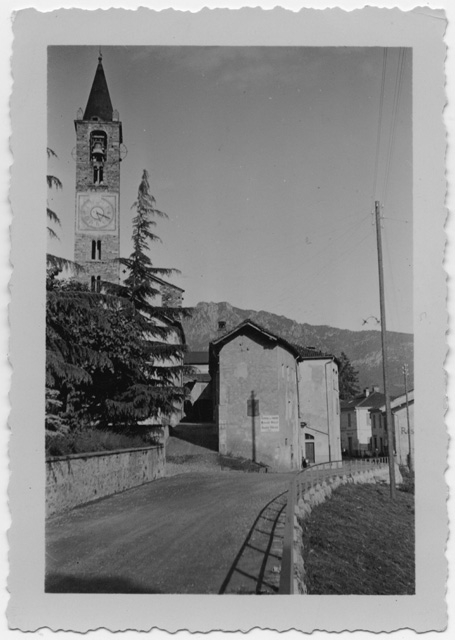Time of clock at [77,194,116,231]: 5:18
